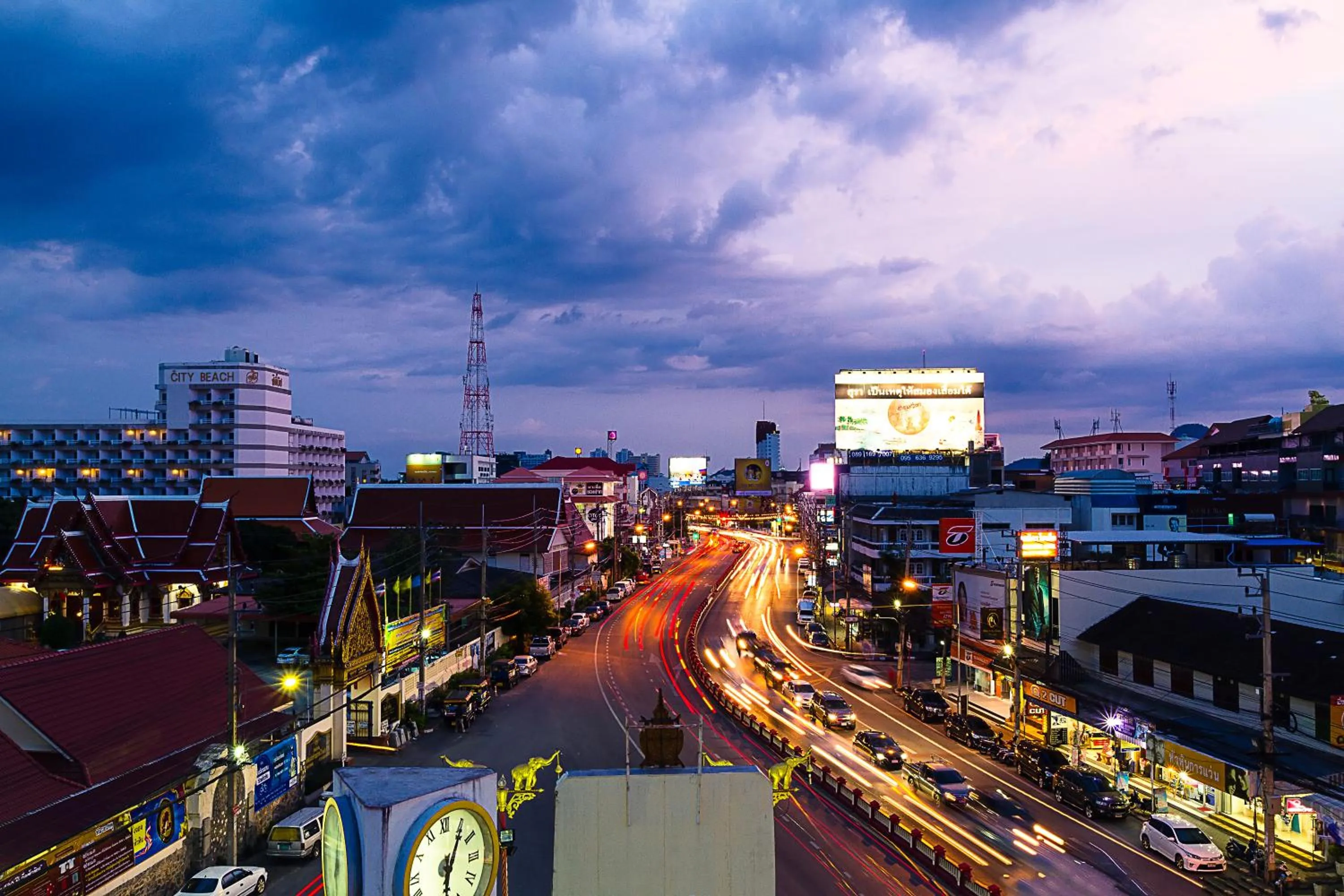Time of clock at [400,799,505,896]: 6:05
